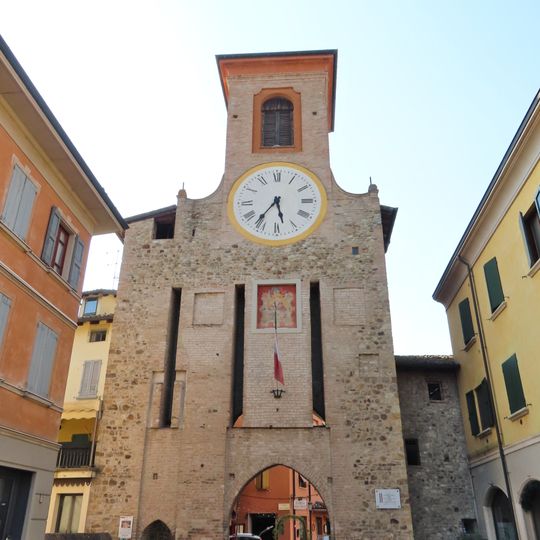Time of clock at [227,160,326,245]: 5:36
